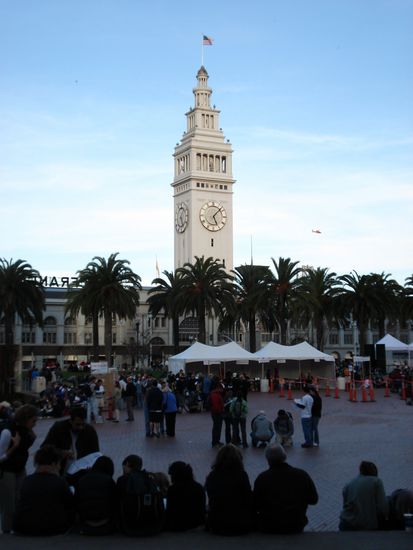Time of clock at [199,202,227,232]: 5:07
